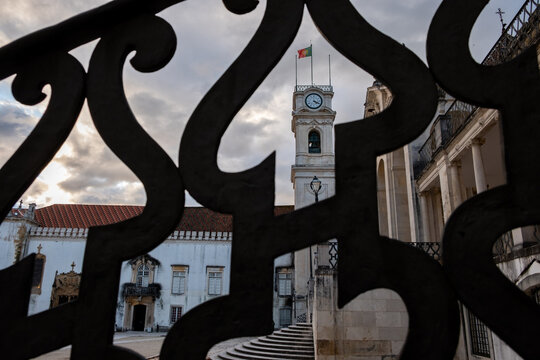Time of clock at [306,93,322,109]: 4:19
